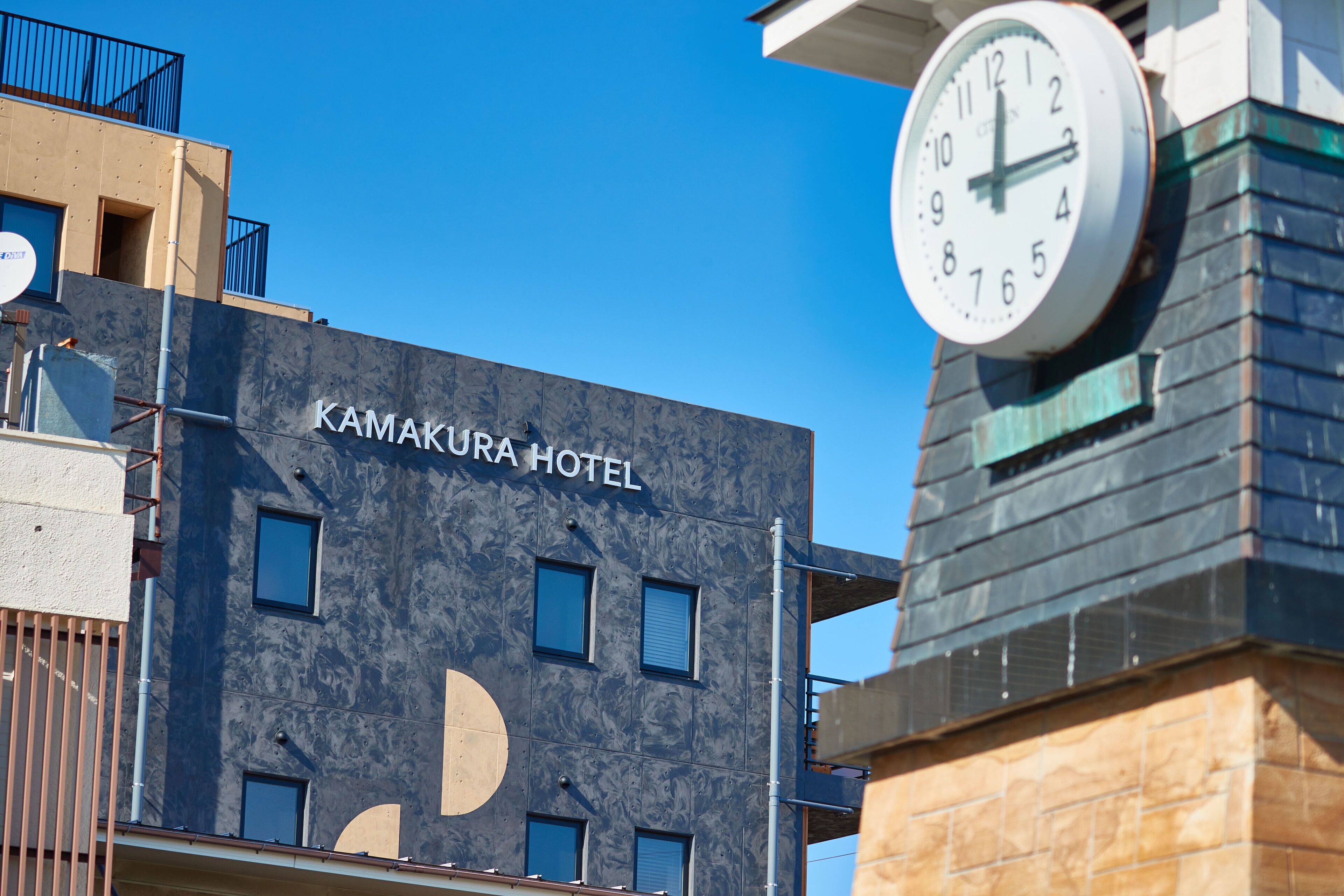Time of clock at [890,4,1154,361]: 12:15
